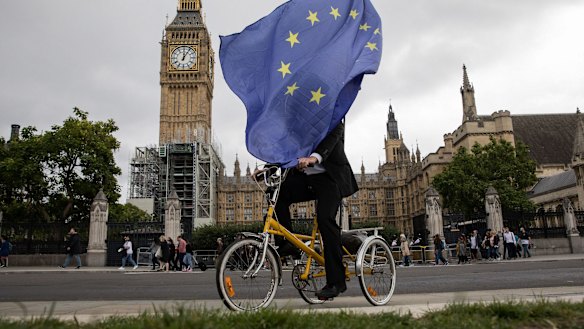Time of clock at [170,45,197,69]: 12:05
